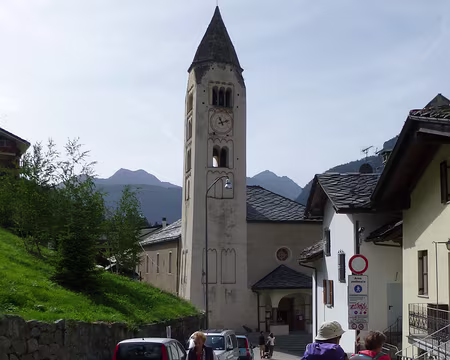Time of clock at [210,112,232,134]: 11:12
